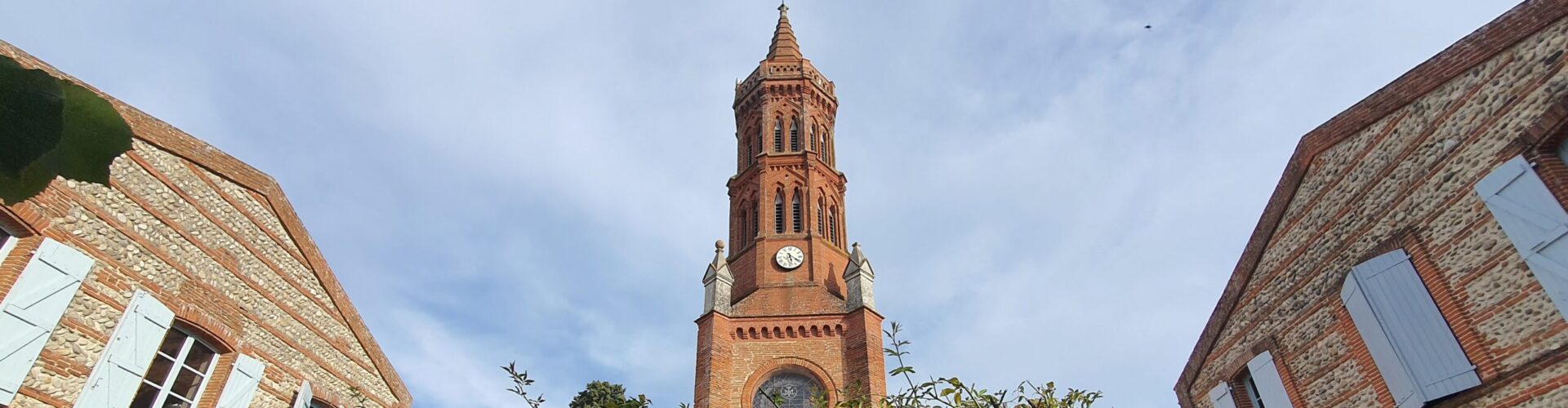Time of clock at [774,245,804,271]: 5:20
